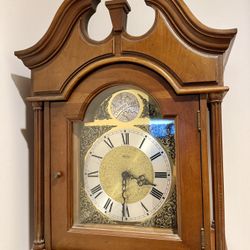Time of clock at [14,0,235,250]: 3:30
